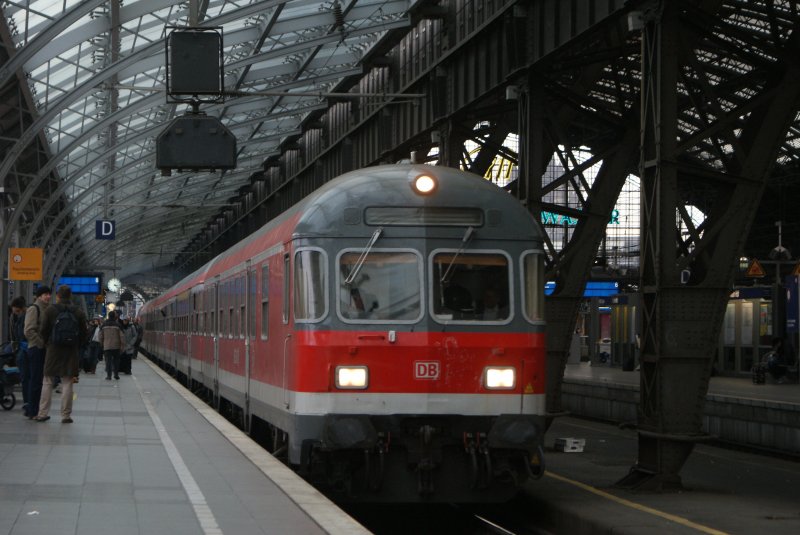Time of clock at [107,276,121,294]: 3:22
